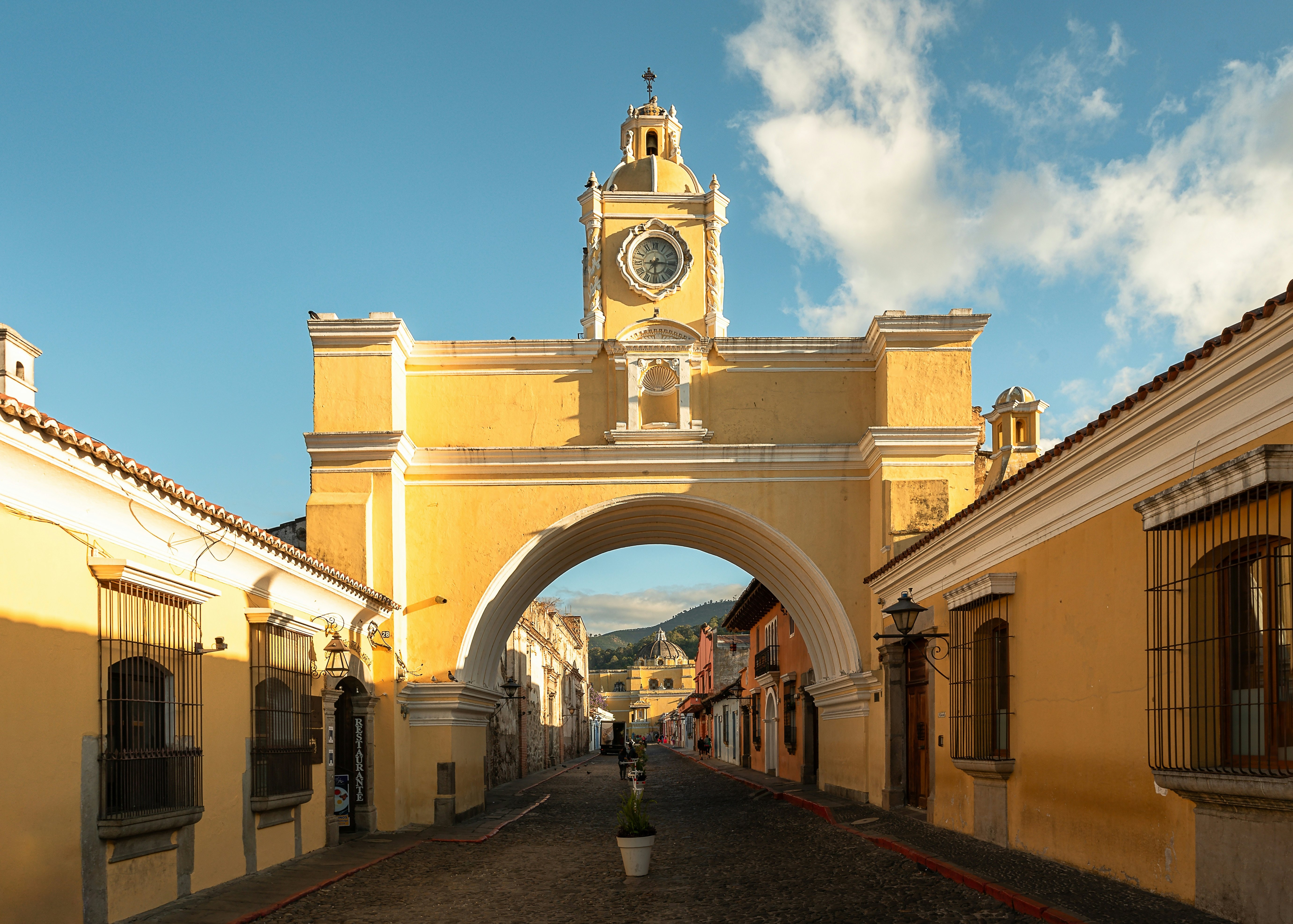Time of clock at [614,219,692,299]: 7:15
